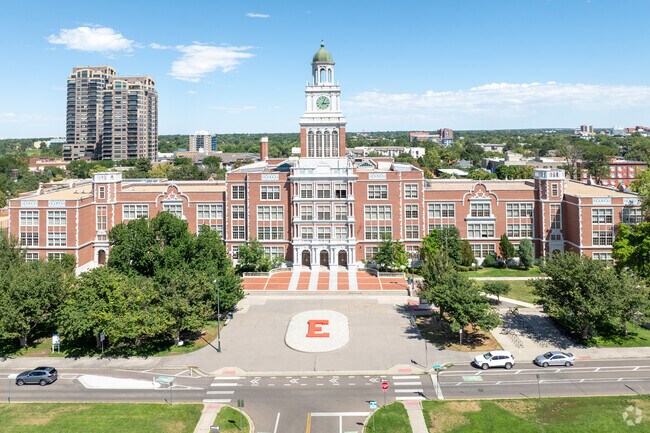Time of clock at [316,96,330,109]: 3:04
